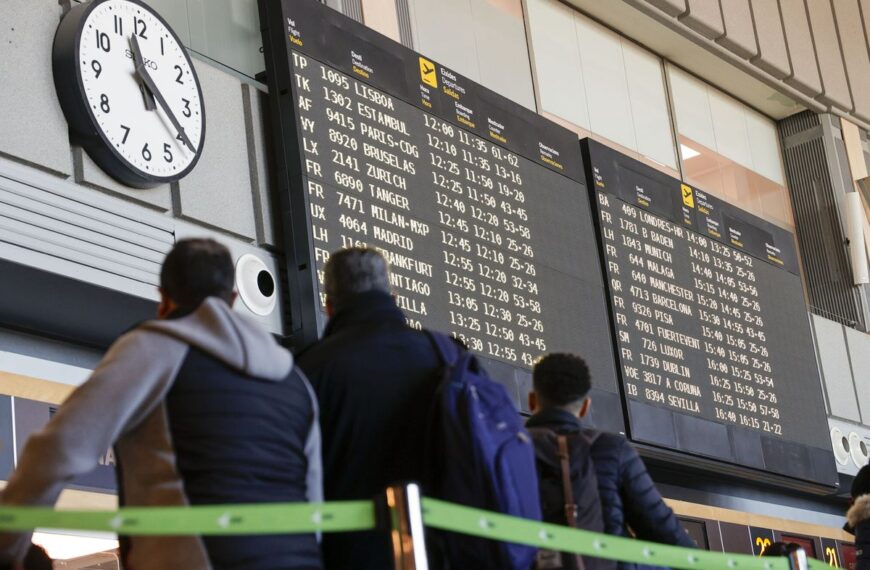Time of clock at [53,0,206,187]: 11:20
